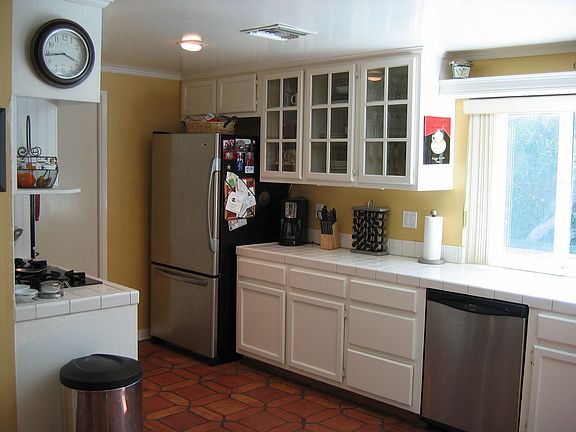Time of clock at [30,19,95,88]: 3:43
